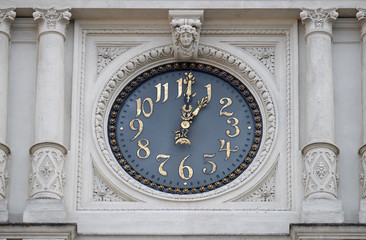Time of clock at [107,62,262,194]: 1:00
